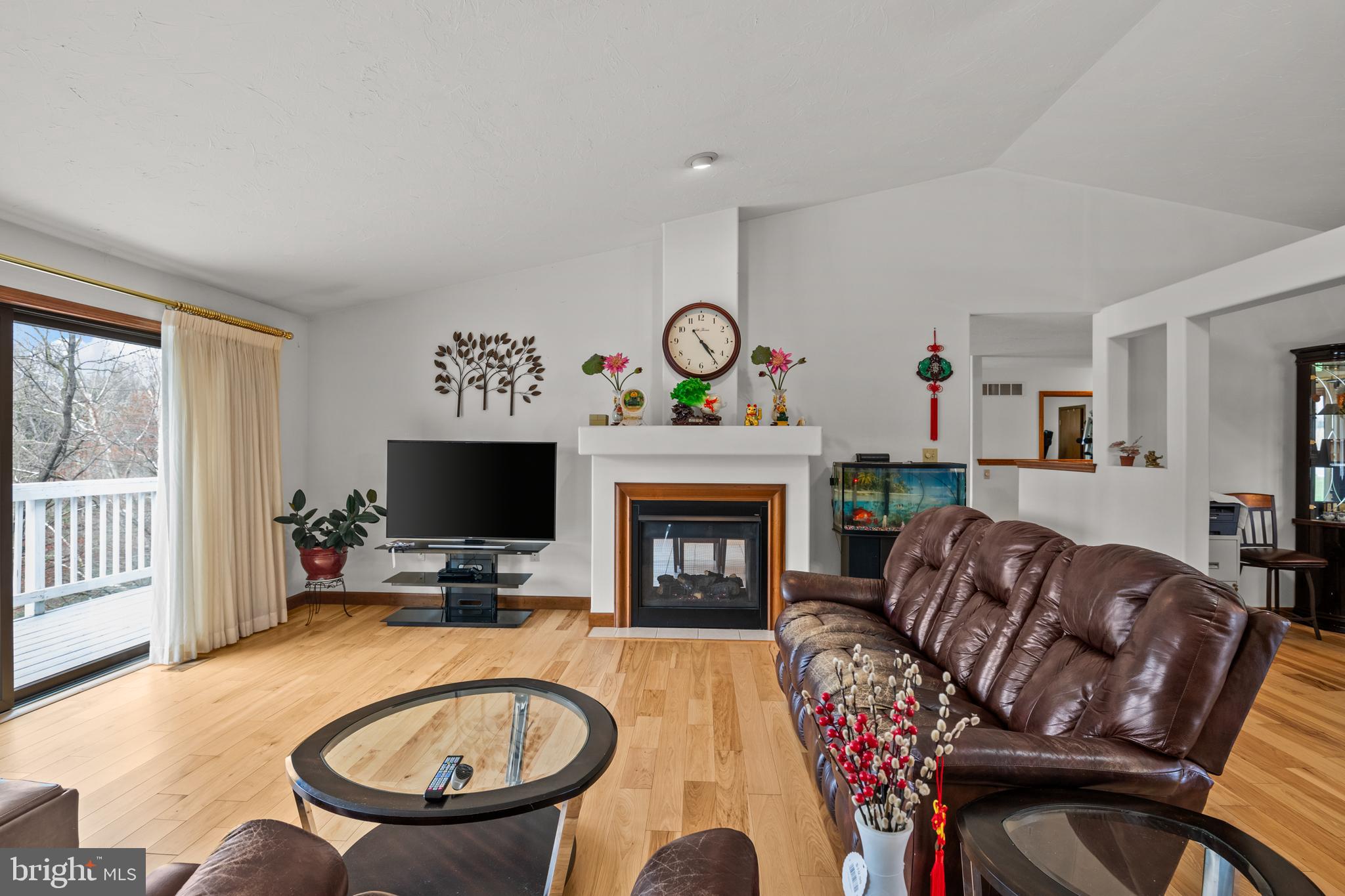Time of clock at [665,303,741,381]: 4:23
